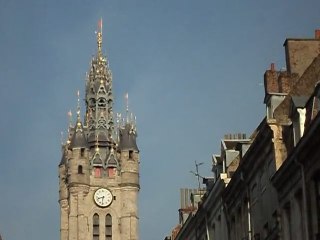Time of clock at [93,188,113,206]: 8:31
